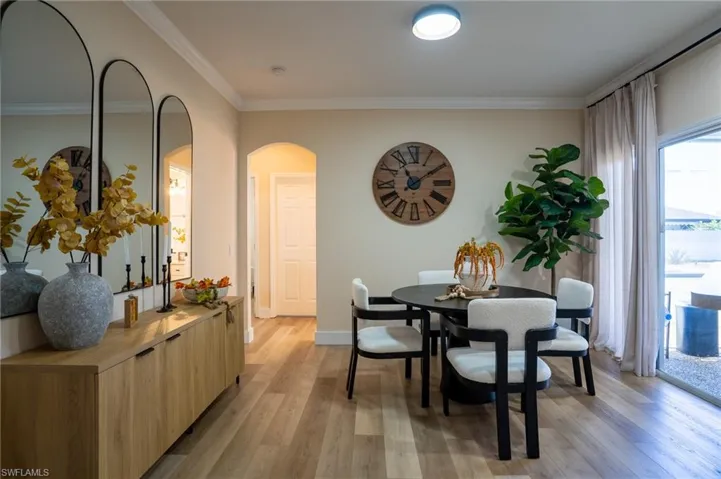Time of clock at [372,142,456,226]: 11:09
